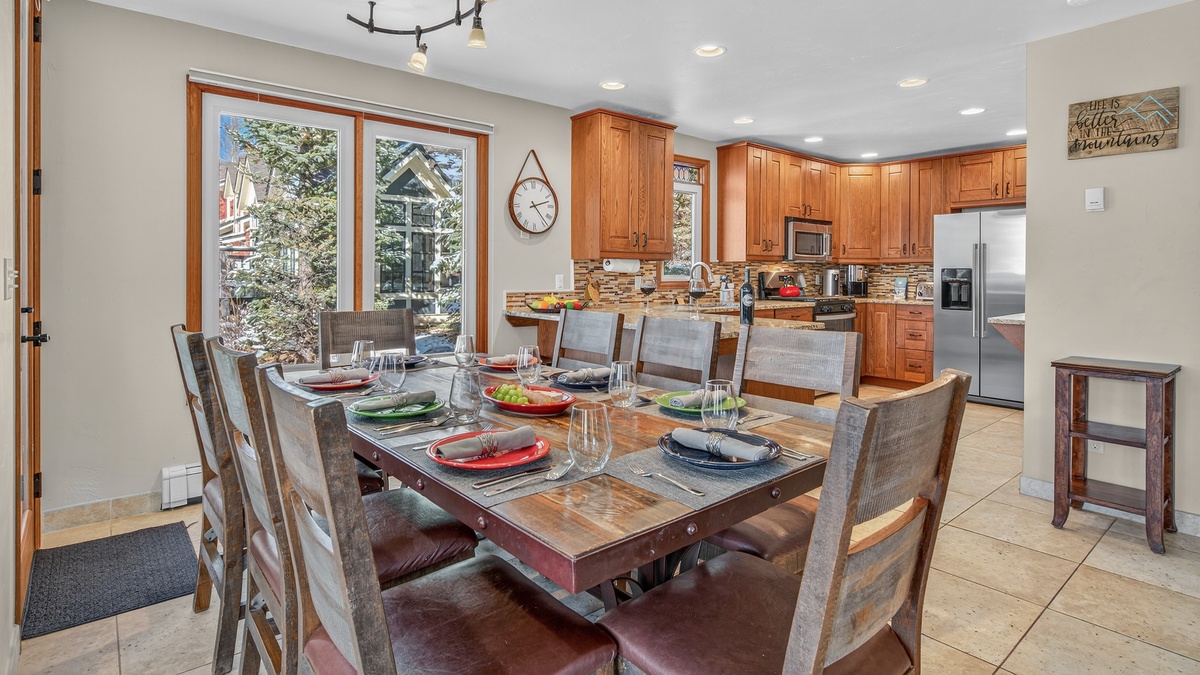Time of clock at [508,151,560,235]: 2:23
